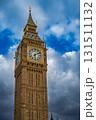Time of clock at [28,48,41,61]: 6:10
